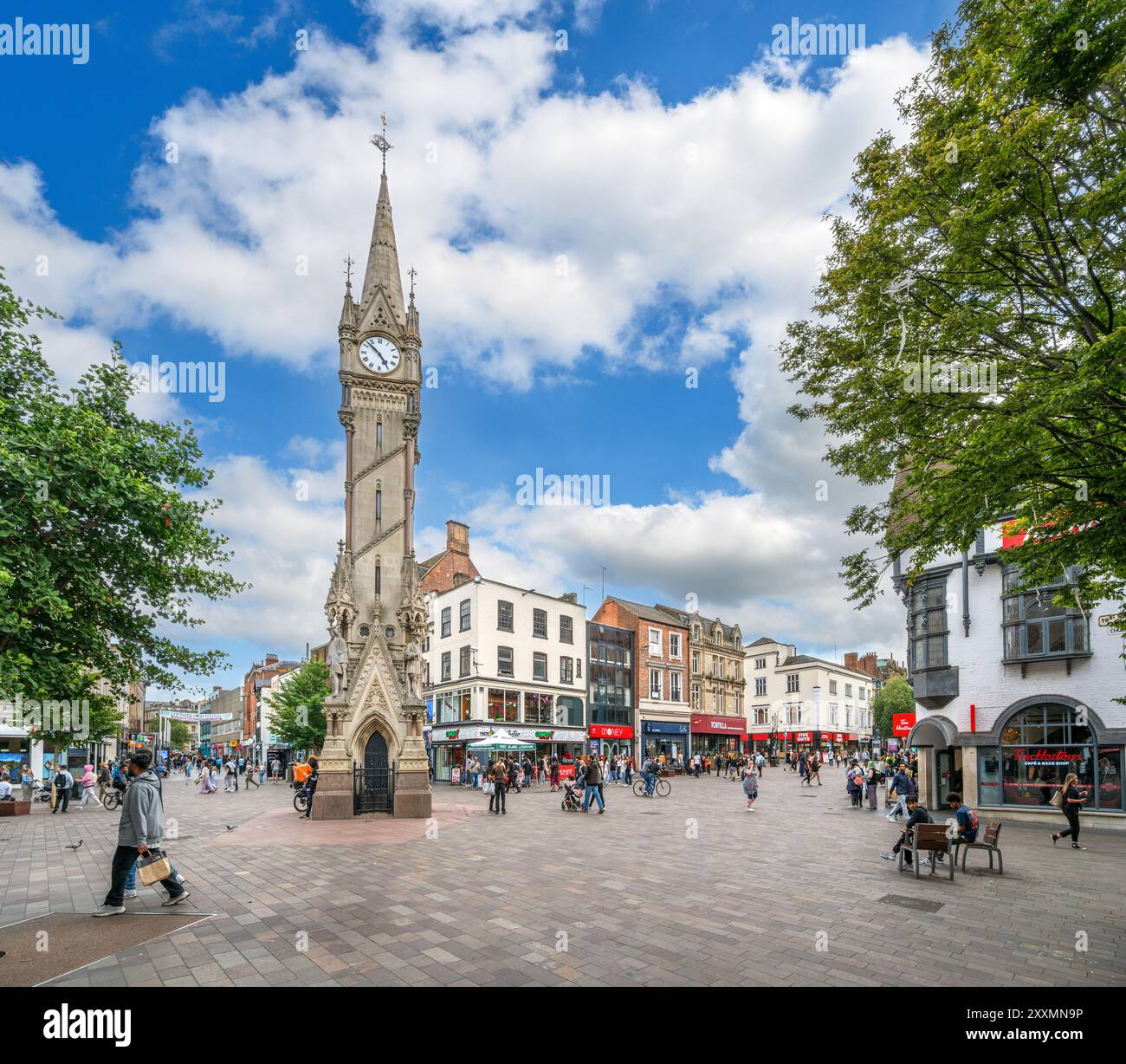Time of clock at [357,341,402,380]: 4:52
